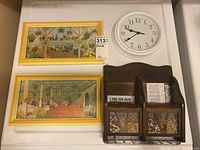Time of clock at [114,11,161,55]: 9:39
